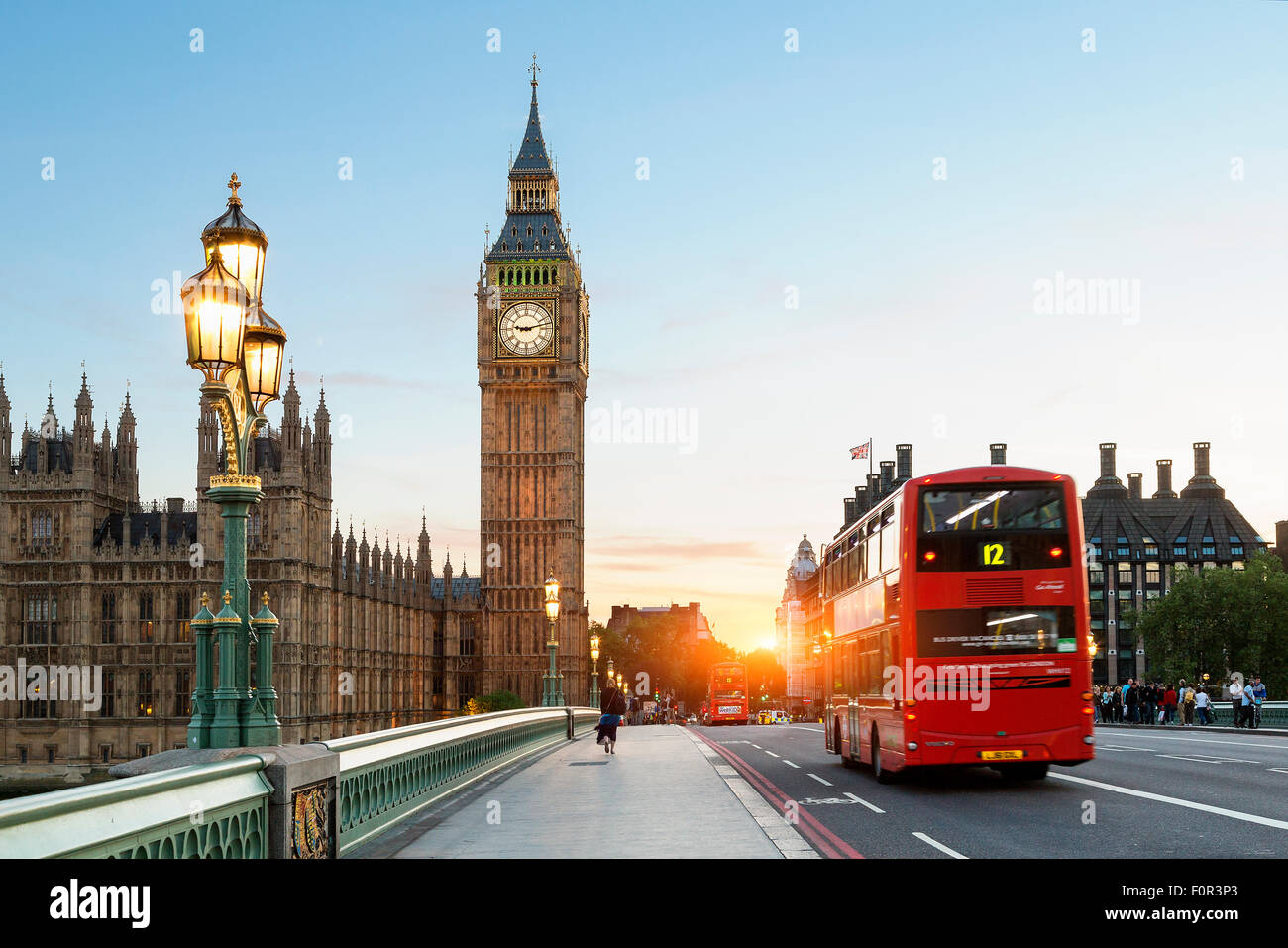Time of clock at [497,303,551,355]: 9:12
